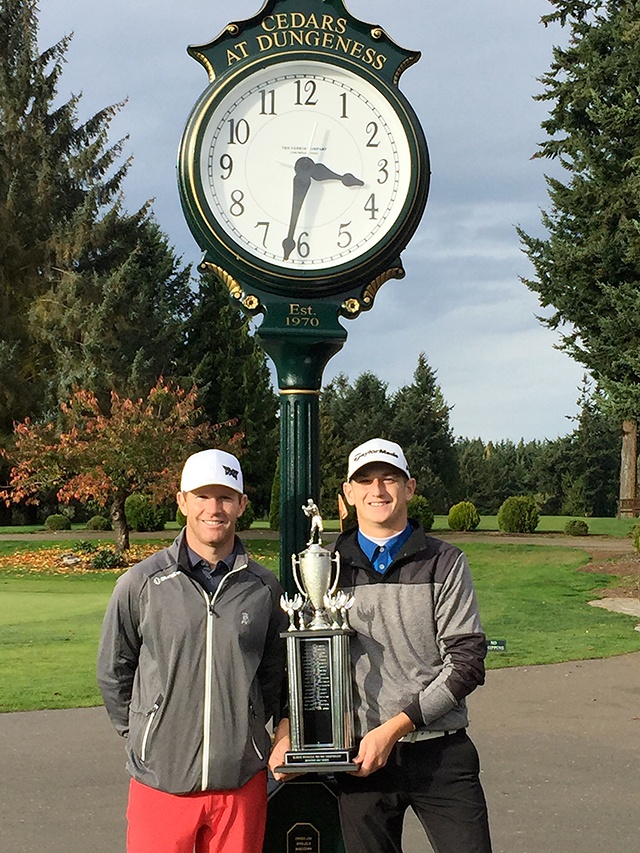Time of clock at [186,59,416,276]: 3:31
